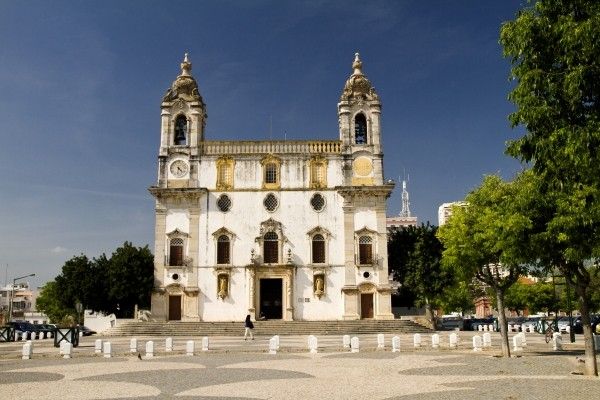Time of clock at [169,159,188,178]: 4:31
